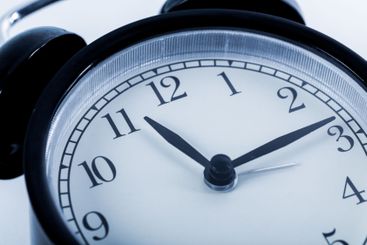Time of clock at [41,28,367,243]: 11:13
